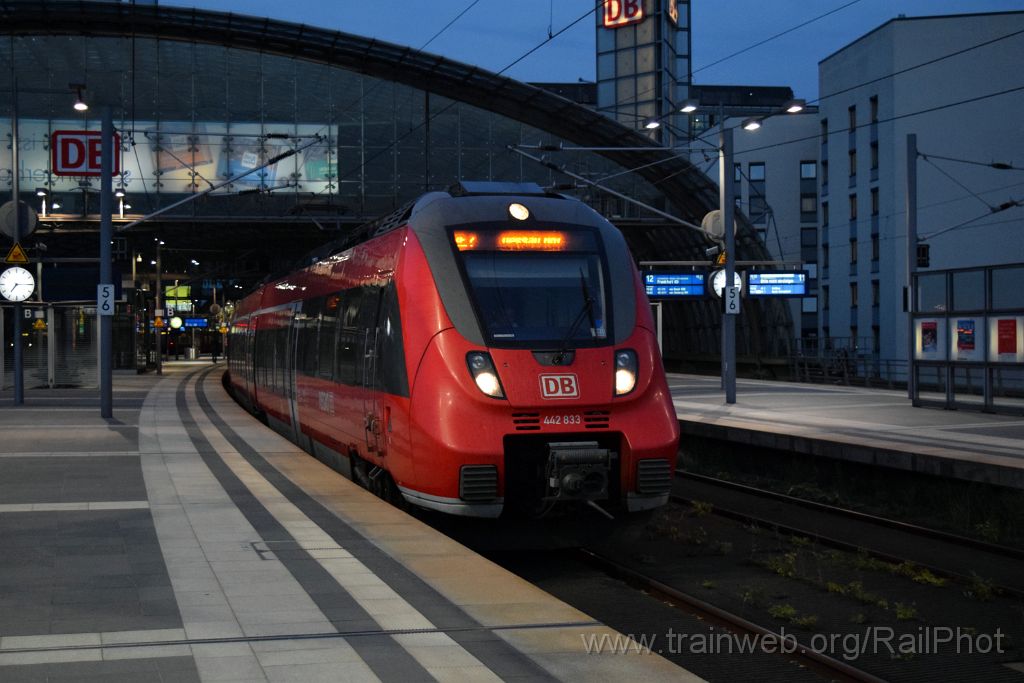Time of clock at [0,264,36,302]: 7:15
